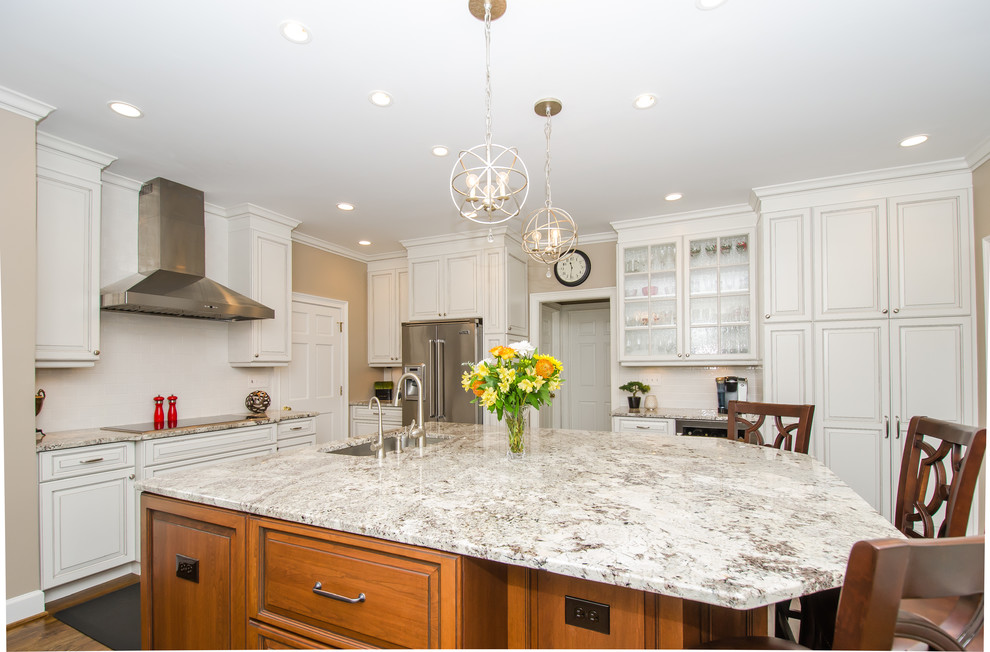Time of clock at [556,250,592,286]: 11:31
